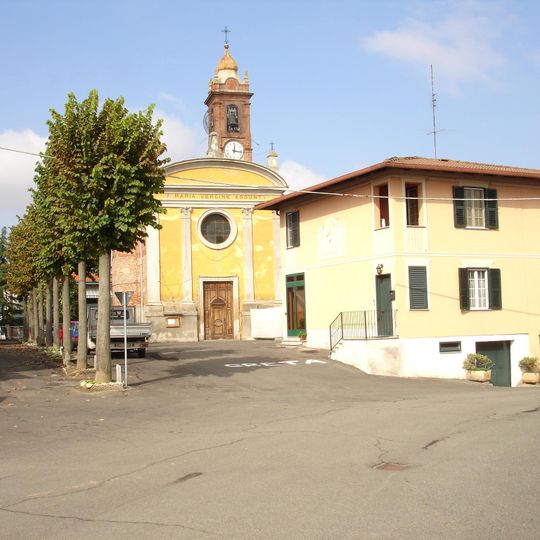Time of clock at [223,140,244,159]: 12:16
